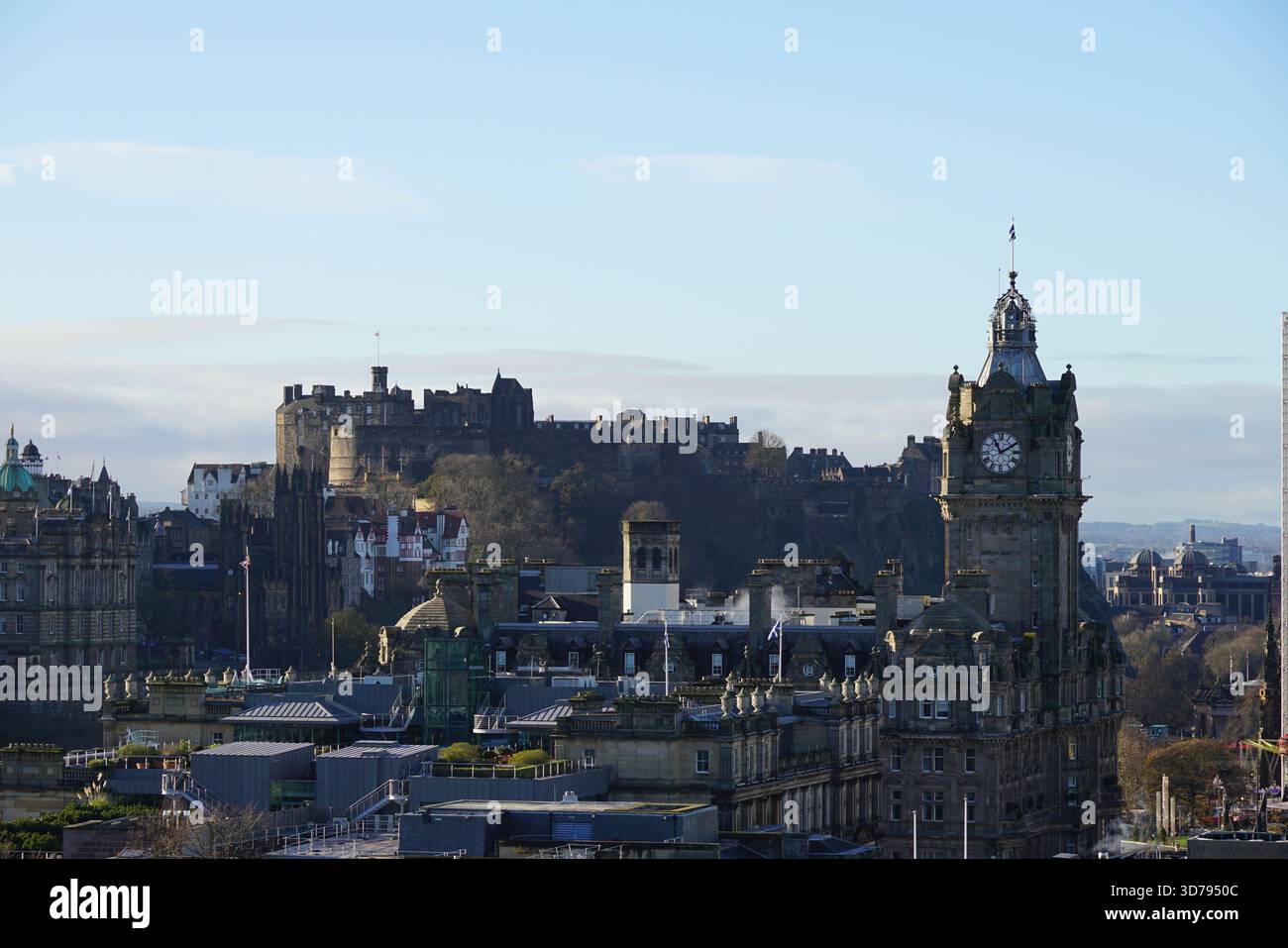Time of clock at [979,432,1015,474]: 11:09
